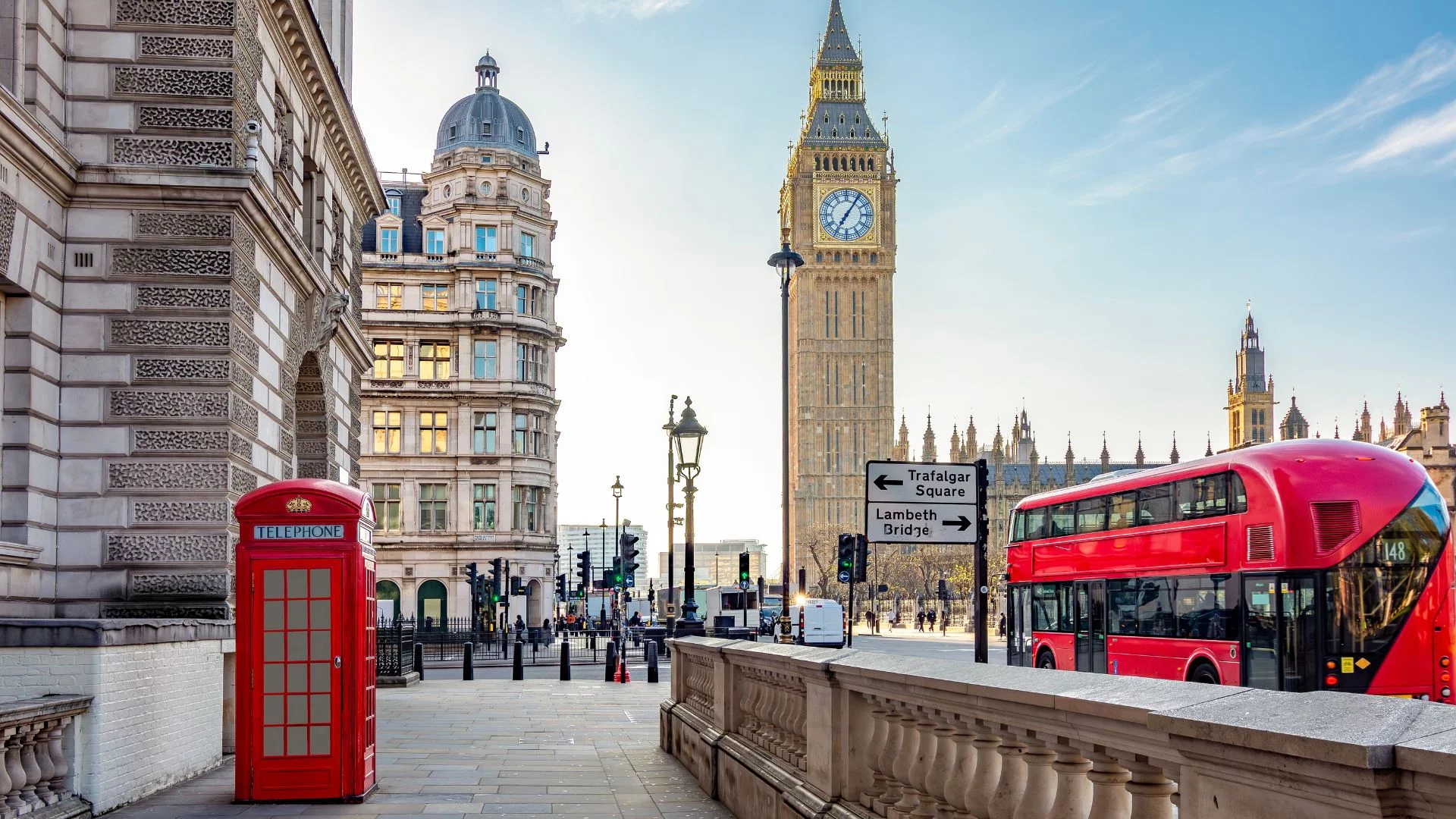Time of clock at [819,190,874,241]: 7:05
